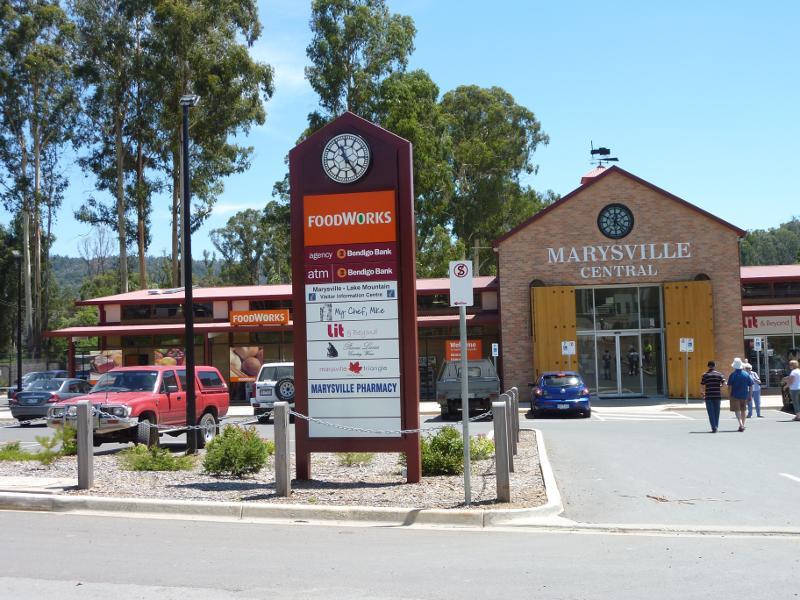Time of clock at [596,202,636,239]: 12:22
